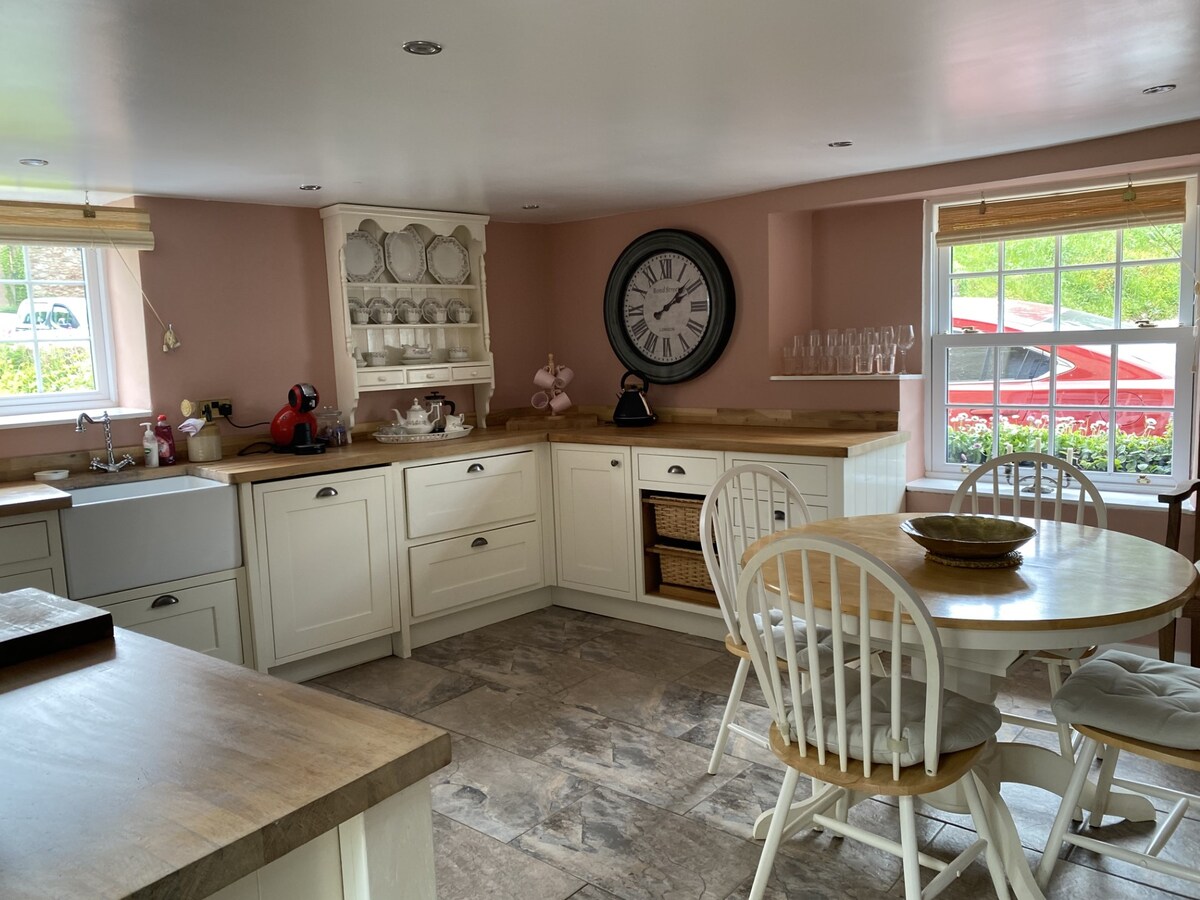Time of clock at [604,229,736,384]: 1:09
